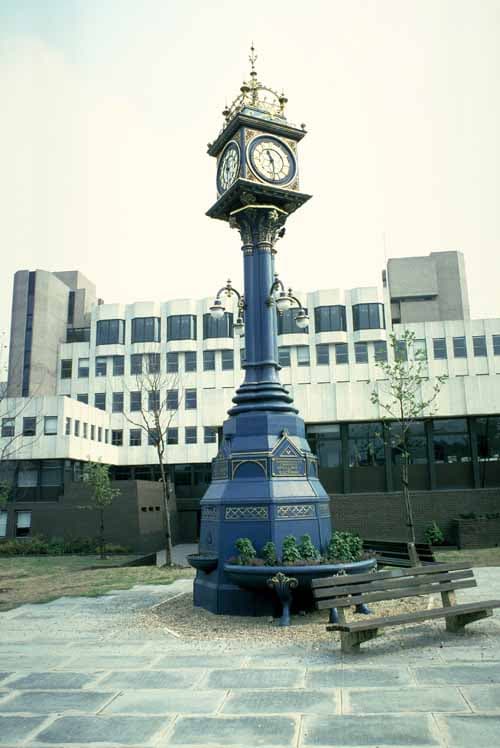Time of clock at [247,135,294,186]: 11:29
